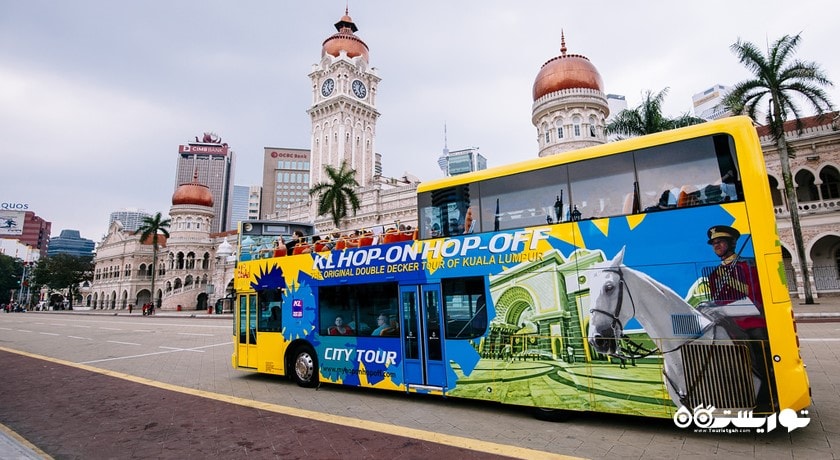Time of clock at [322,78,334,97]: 12:24
